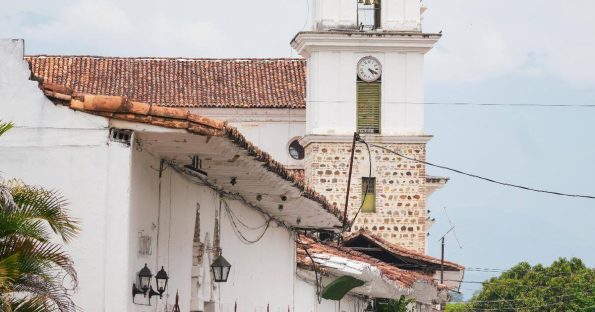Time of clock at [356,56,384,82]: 4:18
